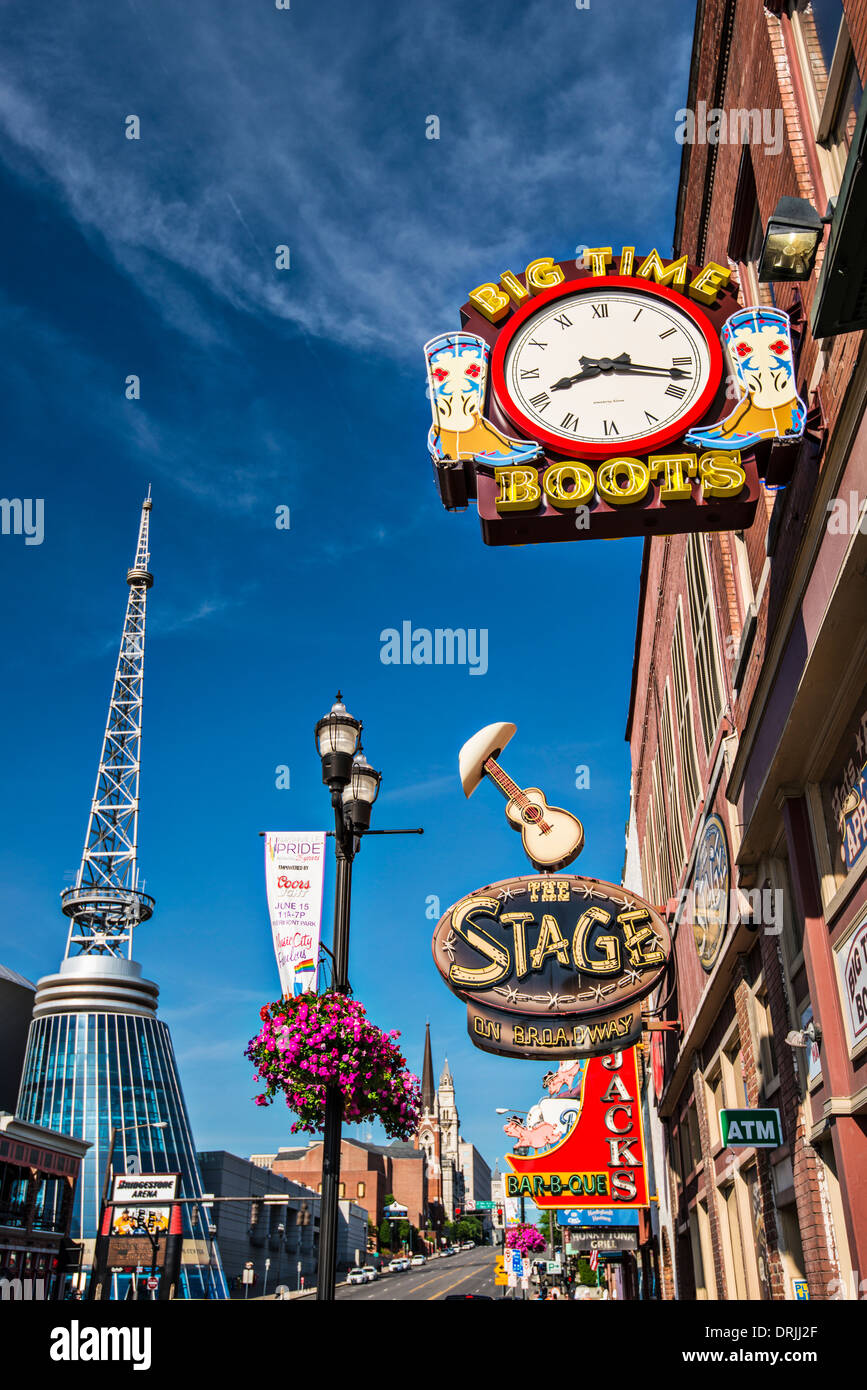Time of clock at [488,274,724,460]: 8:17
